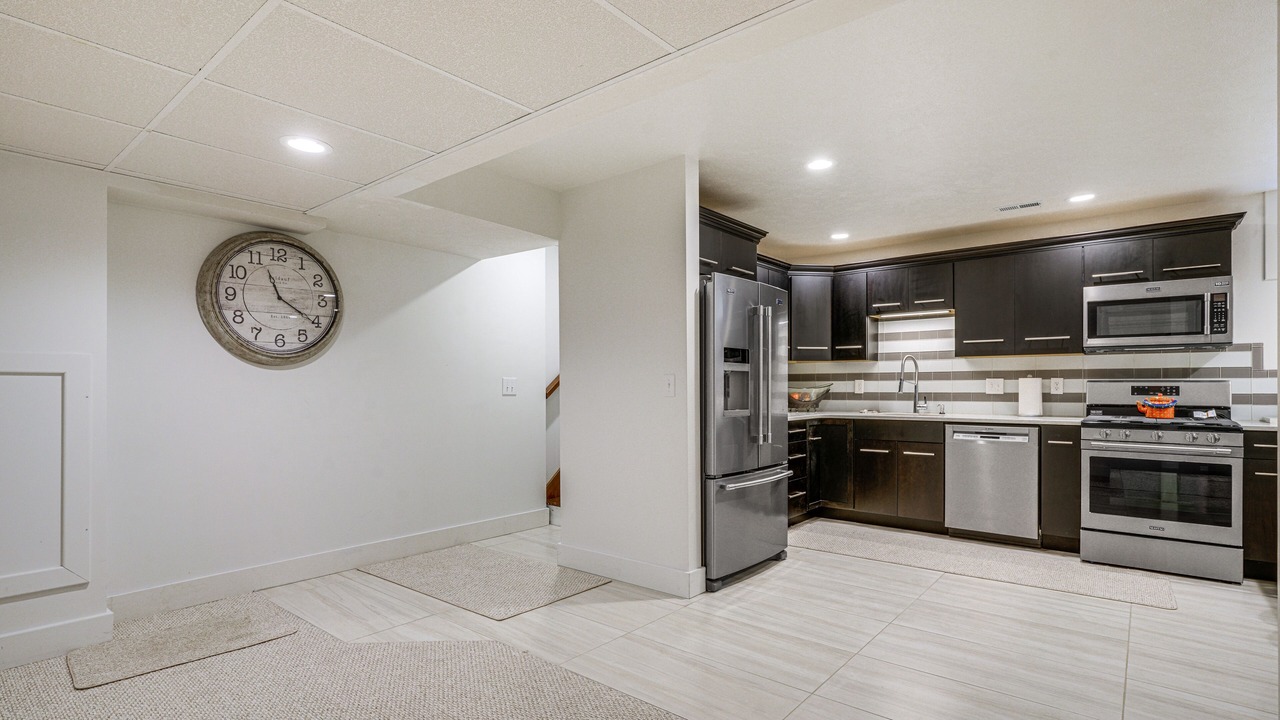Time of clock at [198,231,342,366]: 11:20
